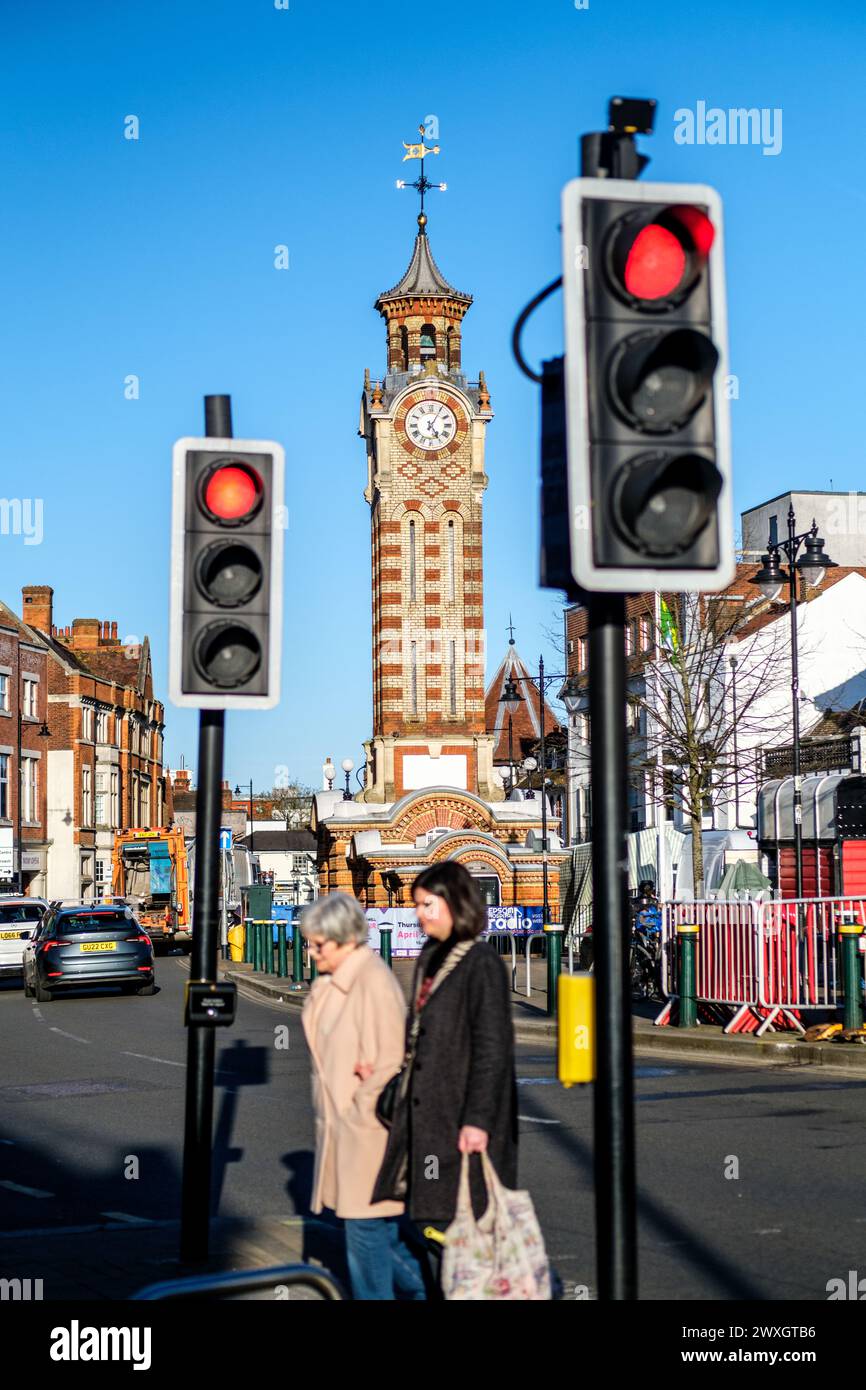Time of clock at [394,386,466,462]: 5:05
